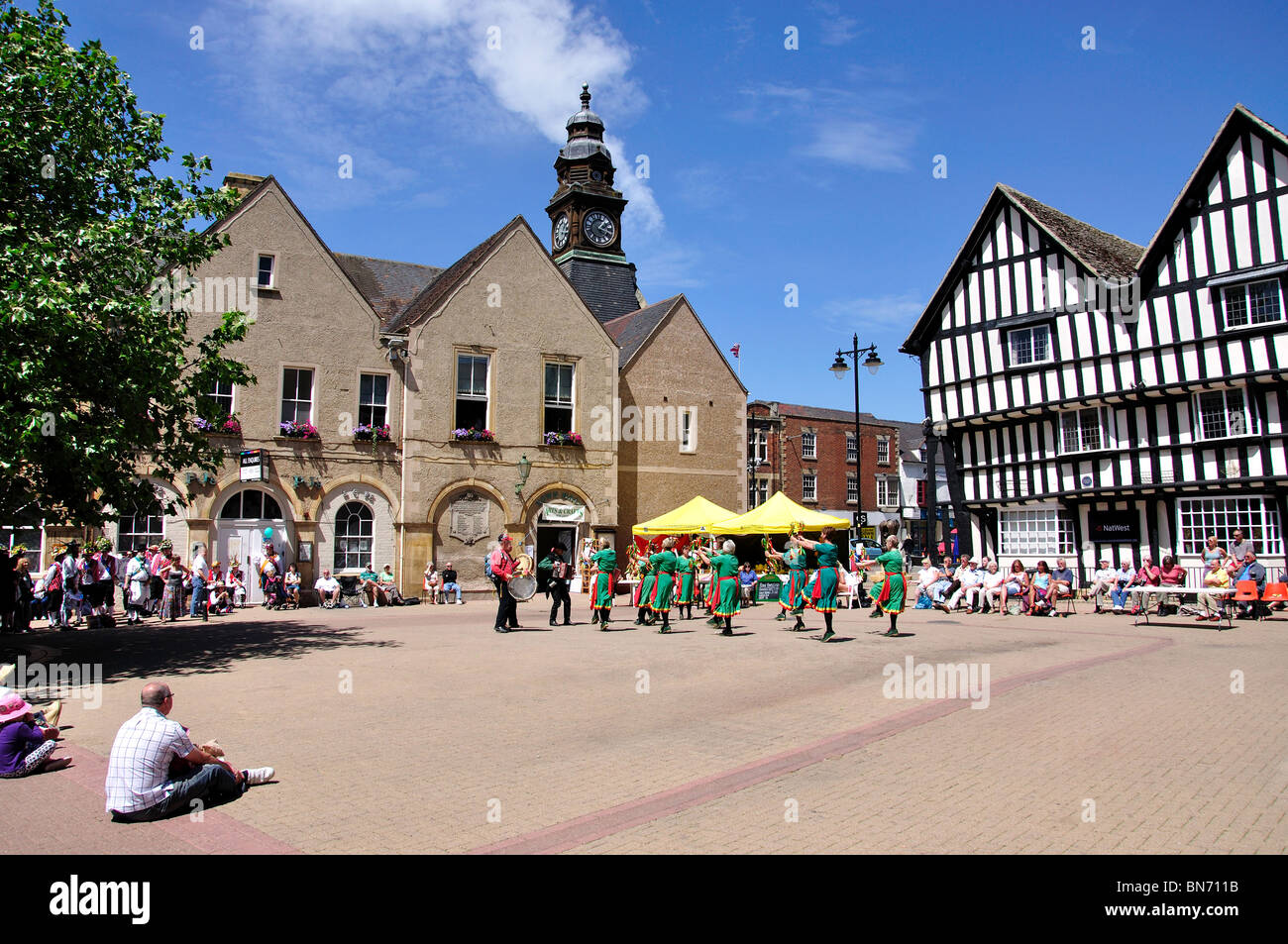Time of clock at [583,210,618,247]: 1:18
